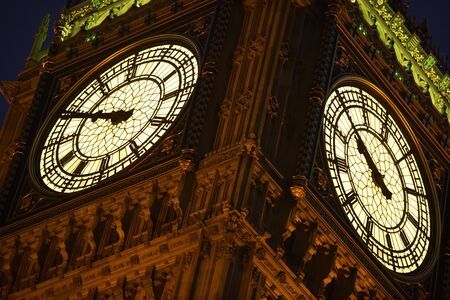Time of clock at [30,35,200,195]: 9:49
